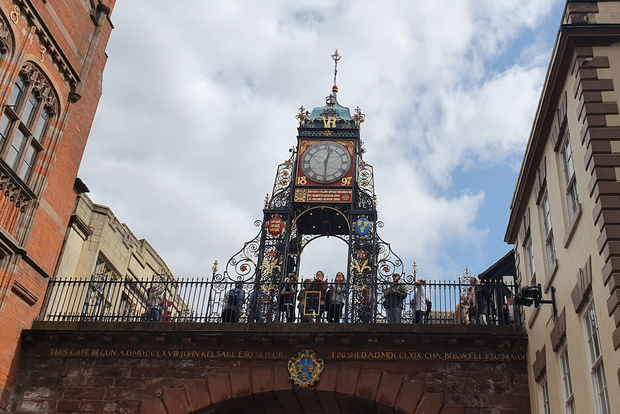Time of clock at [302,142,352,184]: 12:29
